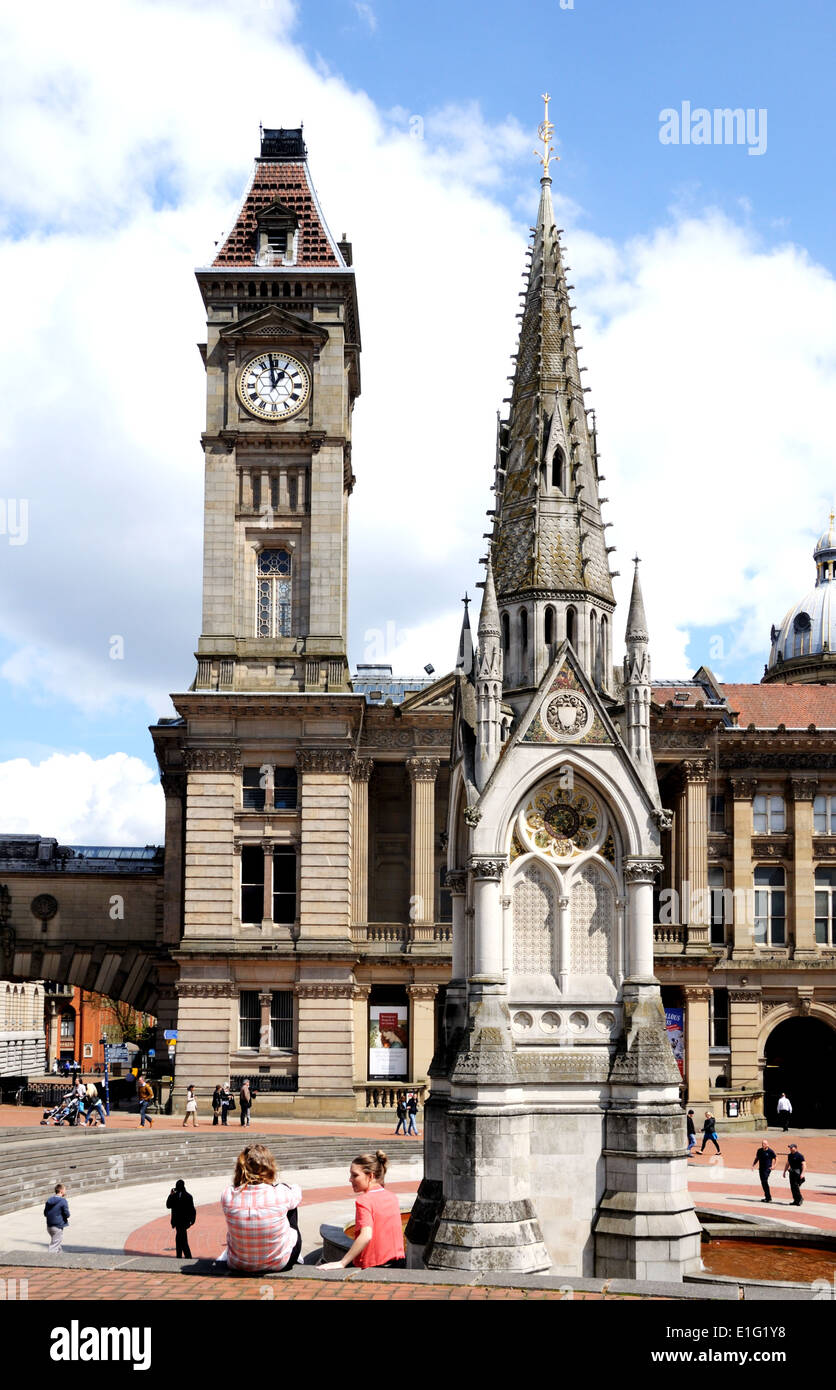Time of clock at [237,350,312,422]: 12:58
